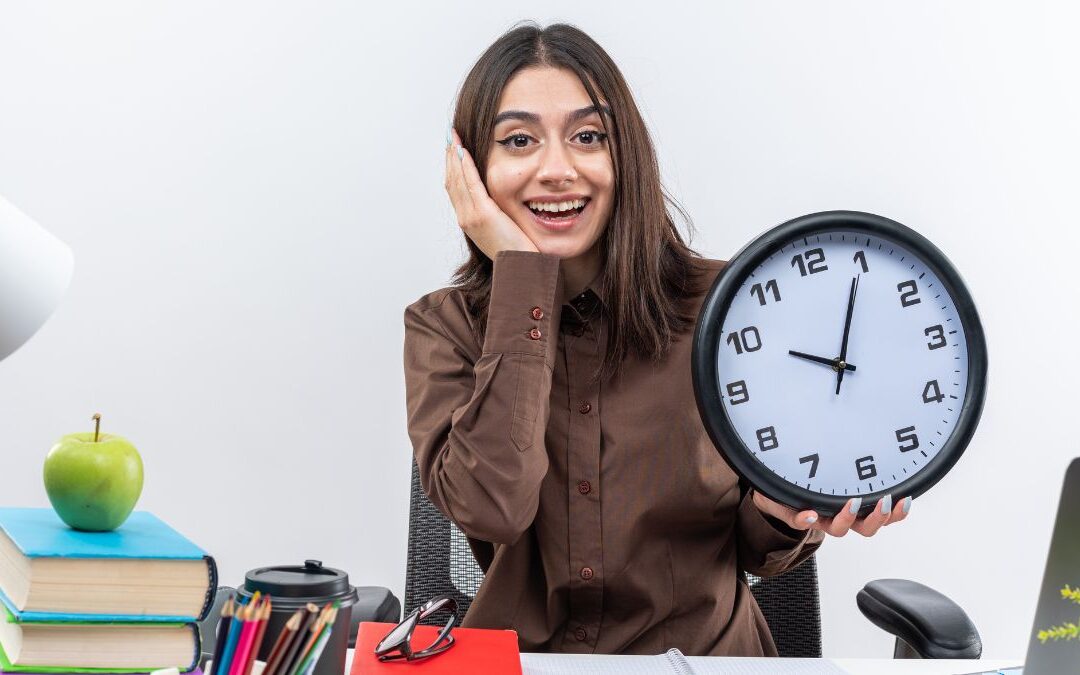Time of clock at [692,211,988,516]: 10:04
